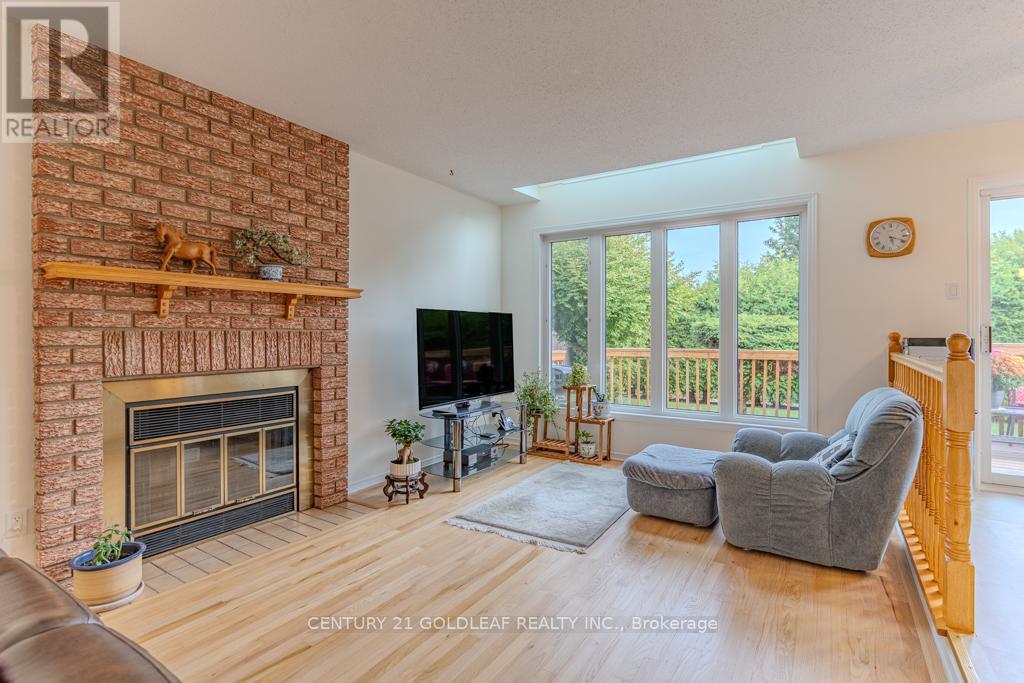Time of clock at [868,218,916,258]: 5:18
